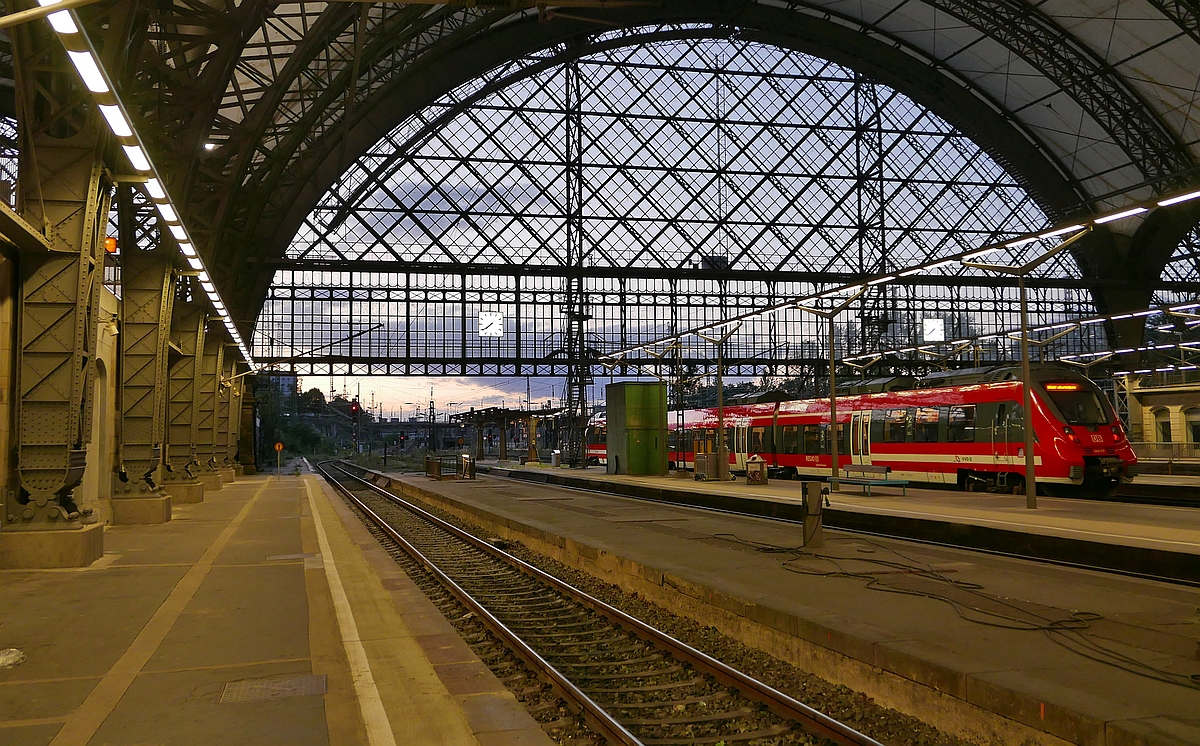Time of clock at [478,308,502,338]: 7:39
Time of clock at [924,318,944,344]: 7:38
